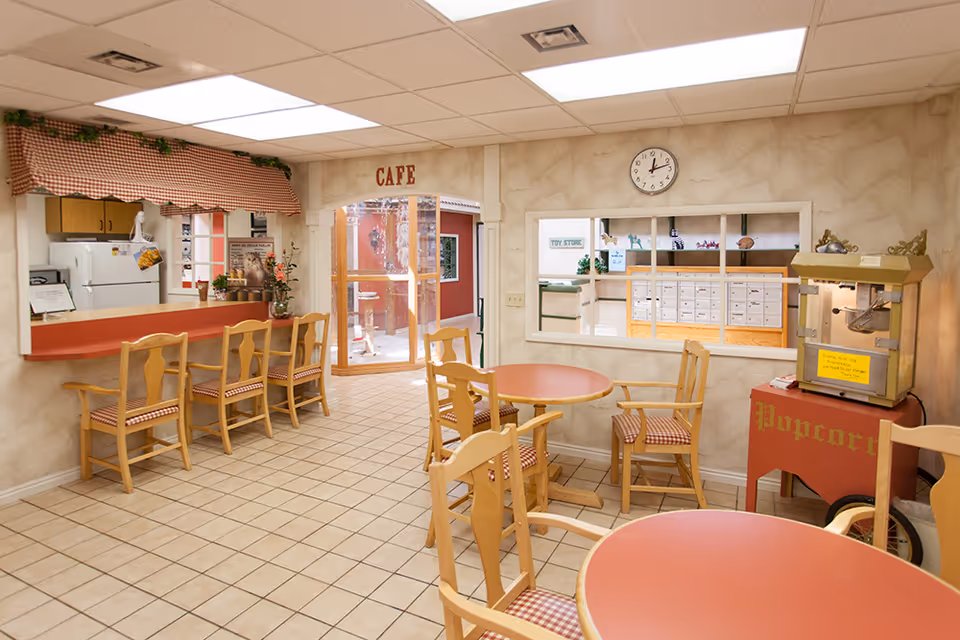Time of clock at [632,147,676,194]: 12:12
